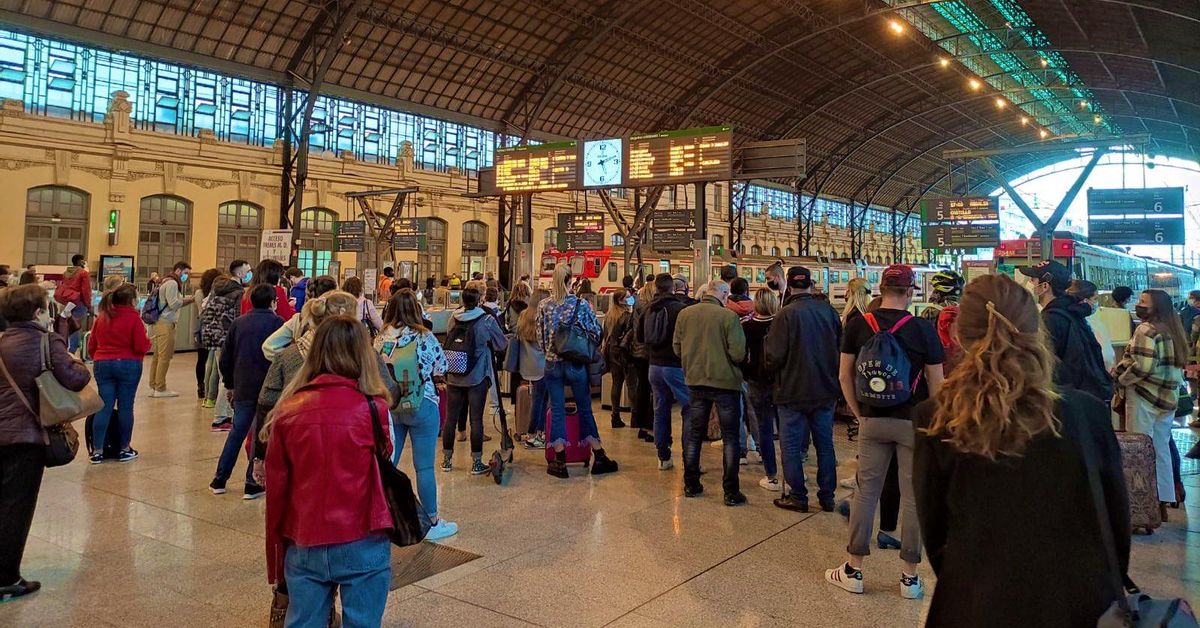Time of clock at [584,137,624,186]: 5:11
